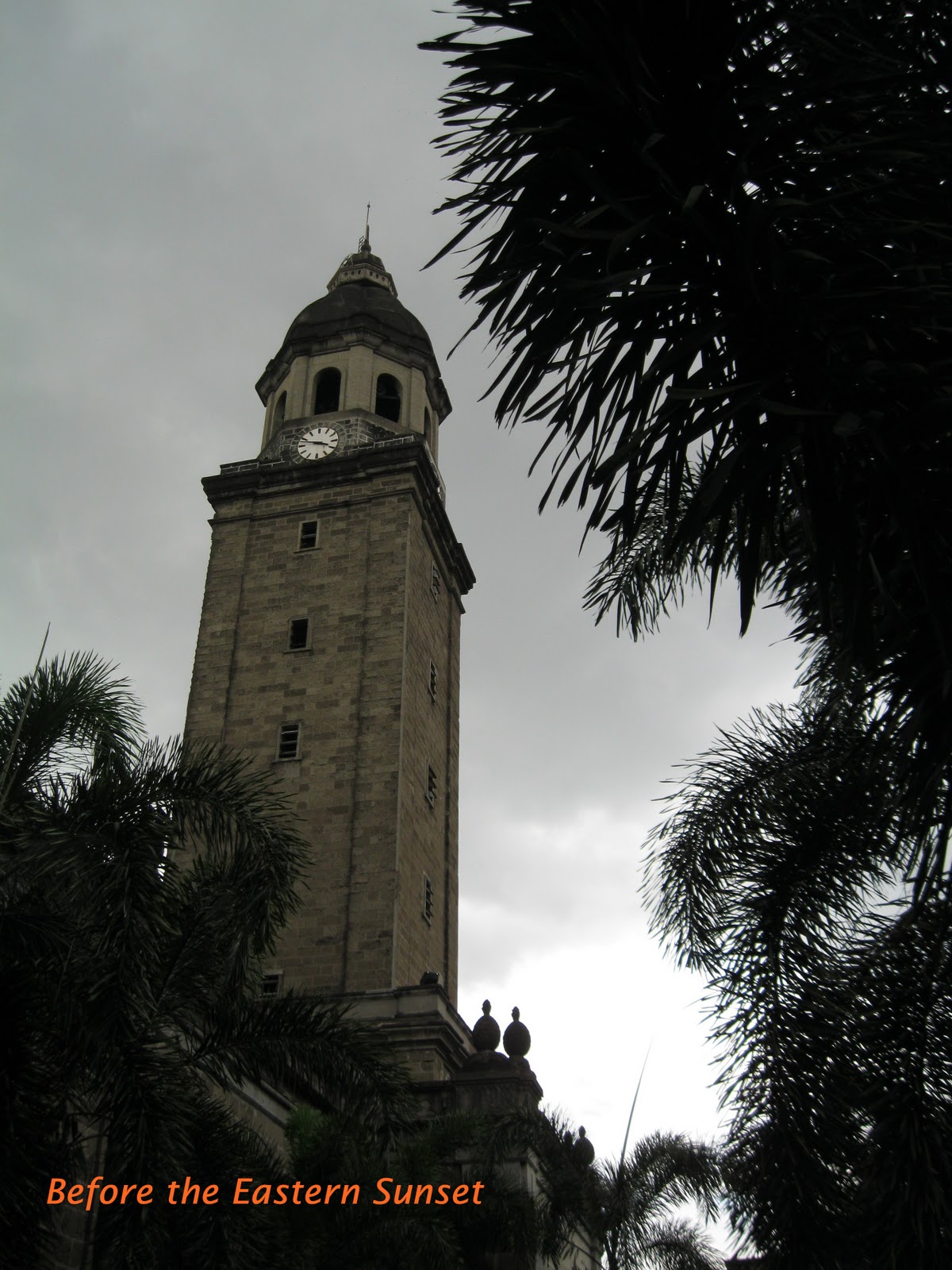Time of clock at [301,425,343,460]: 3:47
